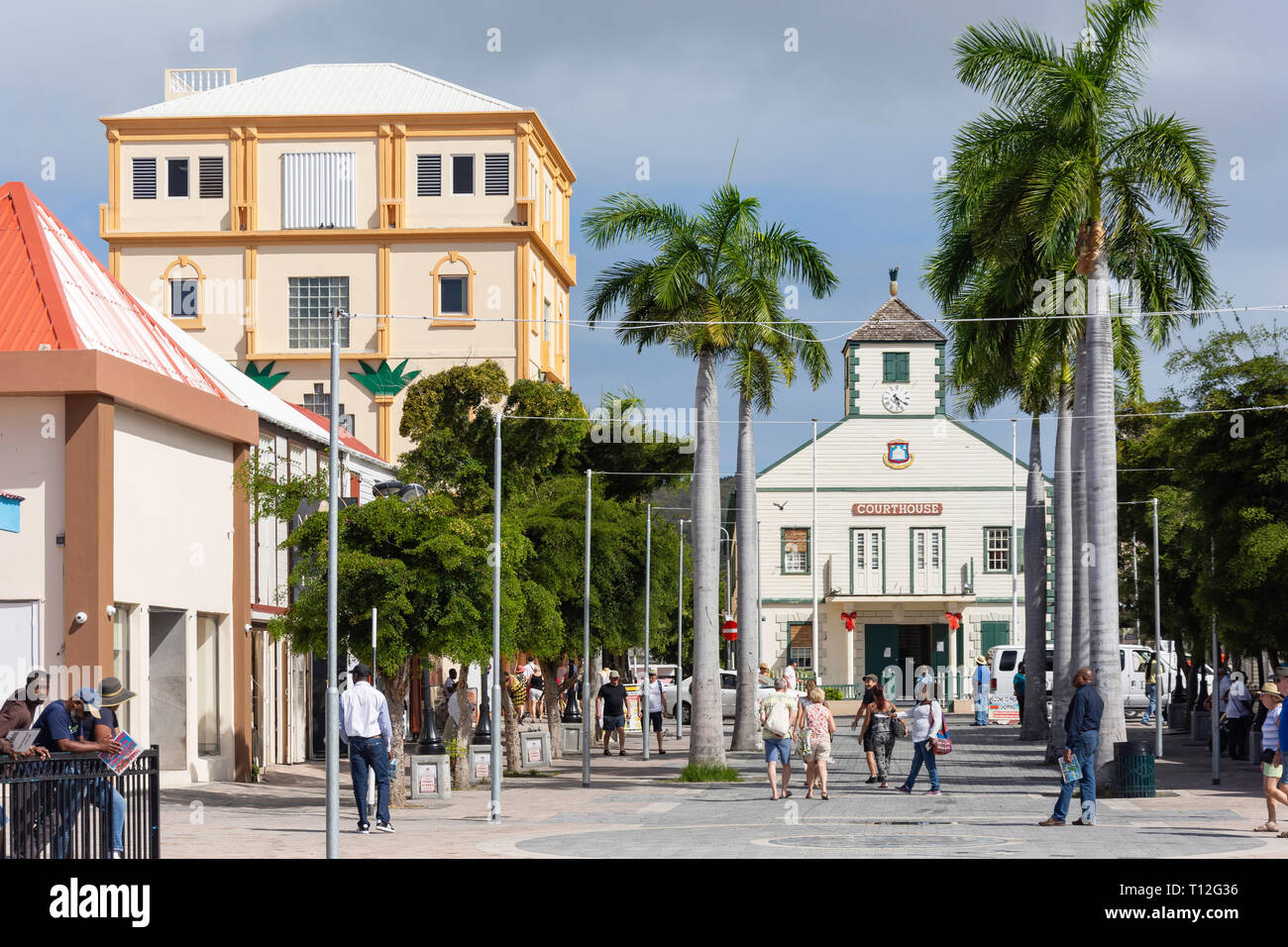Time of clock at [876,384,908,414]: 5:21
